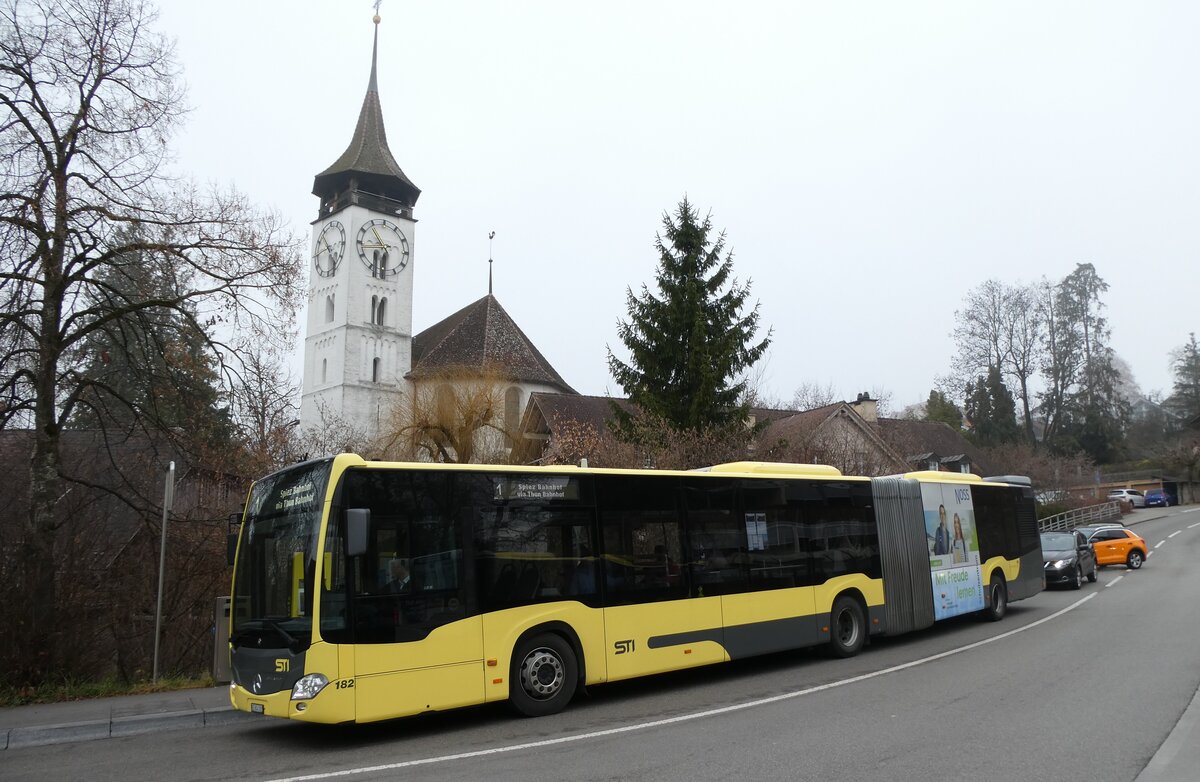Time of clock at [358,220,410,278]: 5:53
